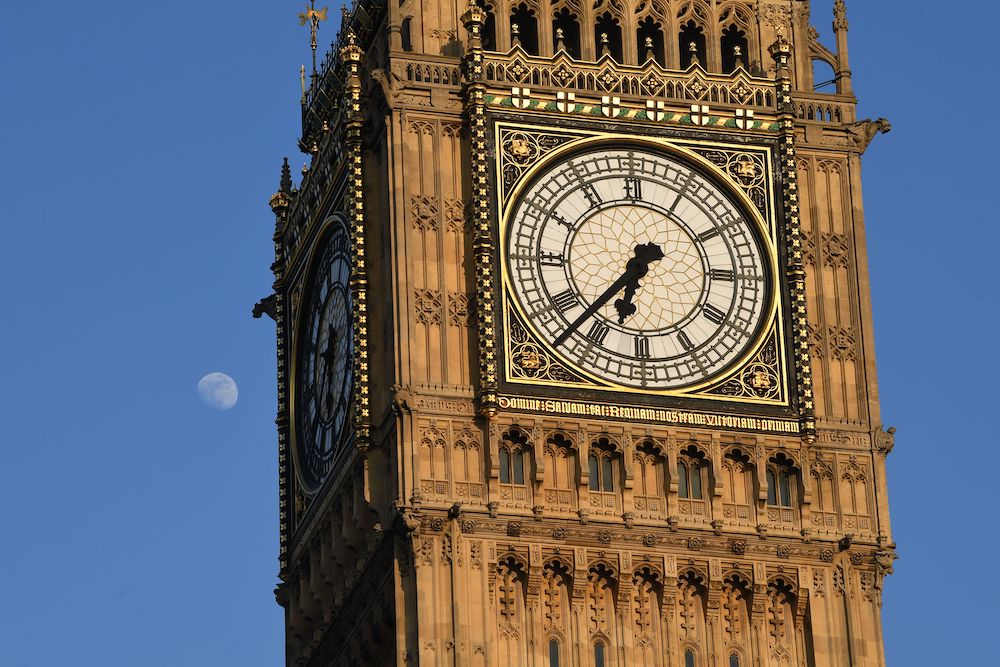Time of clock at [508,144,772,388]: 6:37
